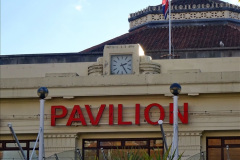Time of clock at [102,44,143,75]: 2:25
